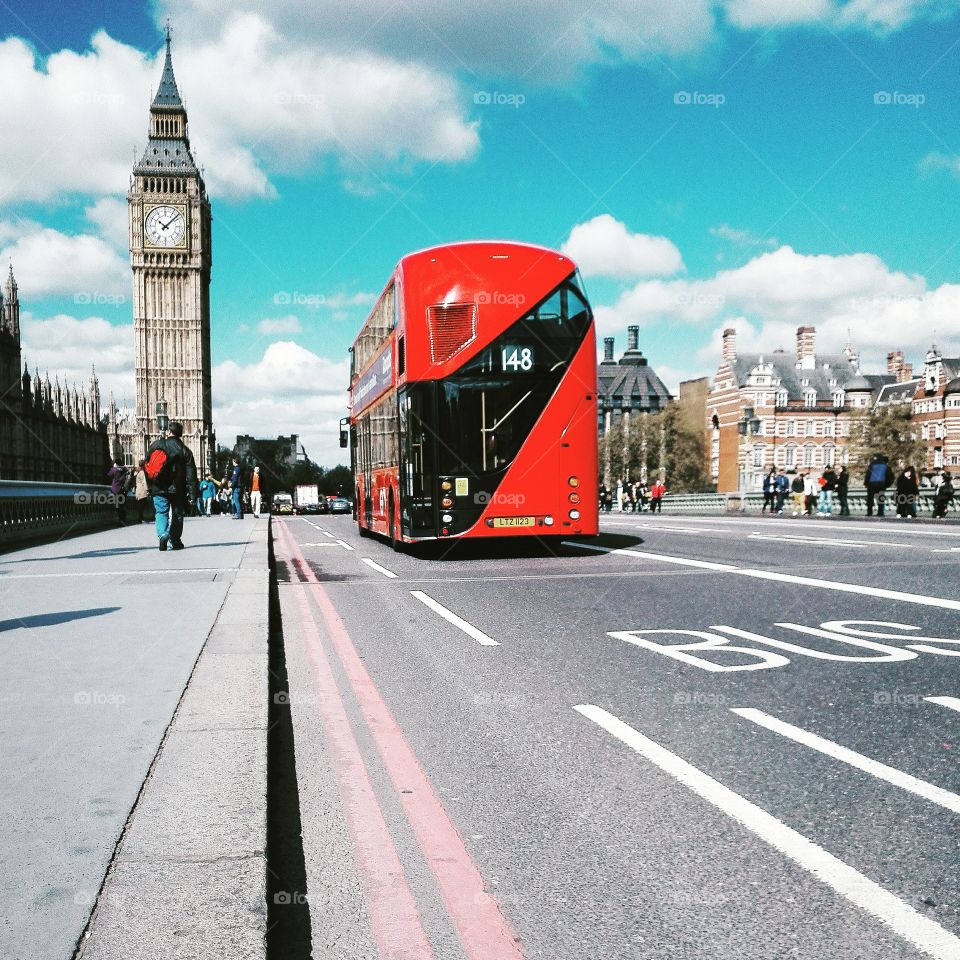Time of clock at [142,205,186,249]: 10:07
